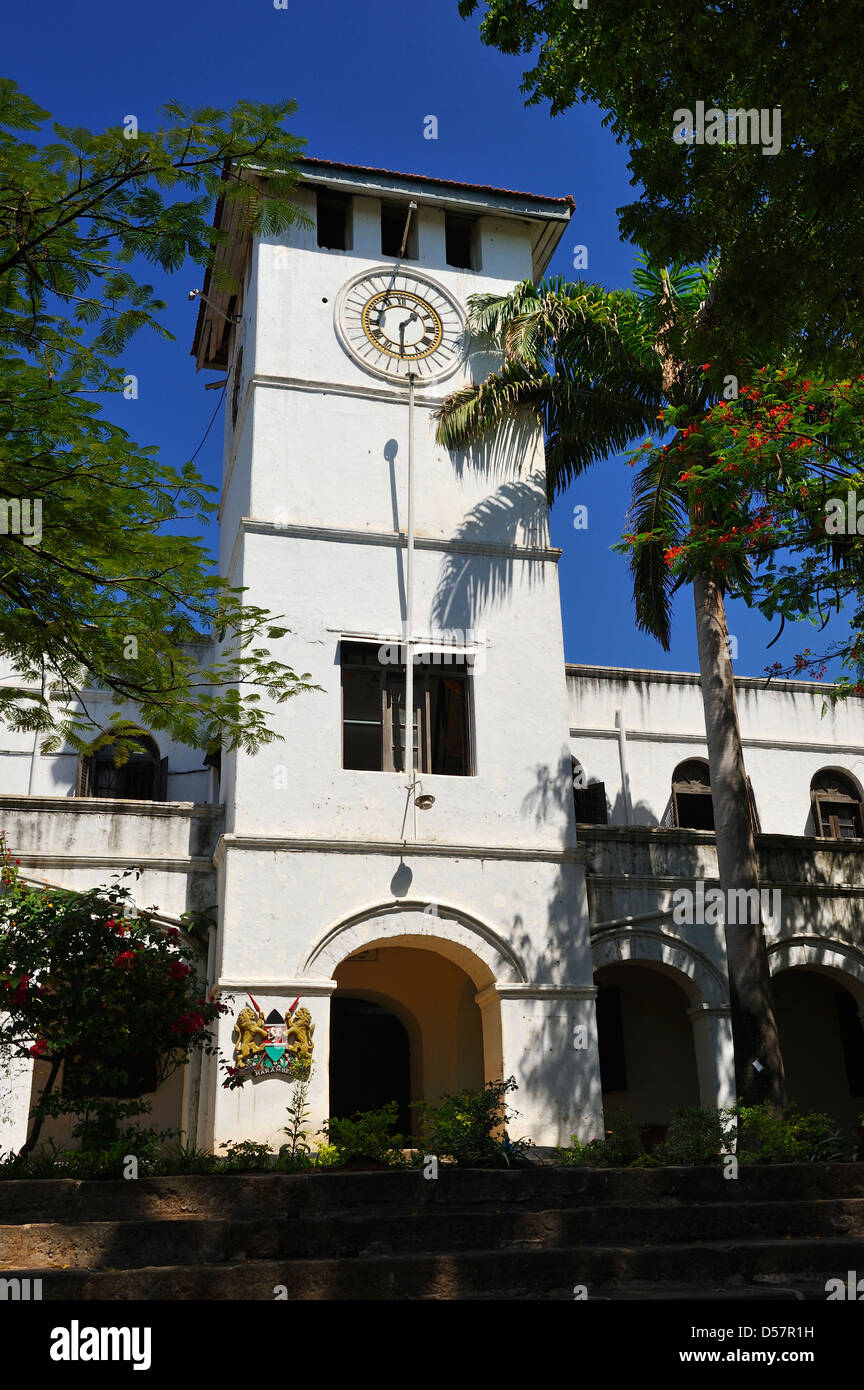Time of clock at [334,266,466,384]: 1:30
